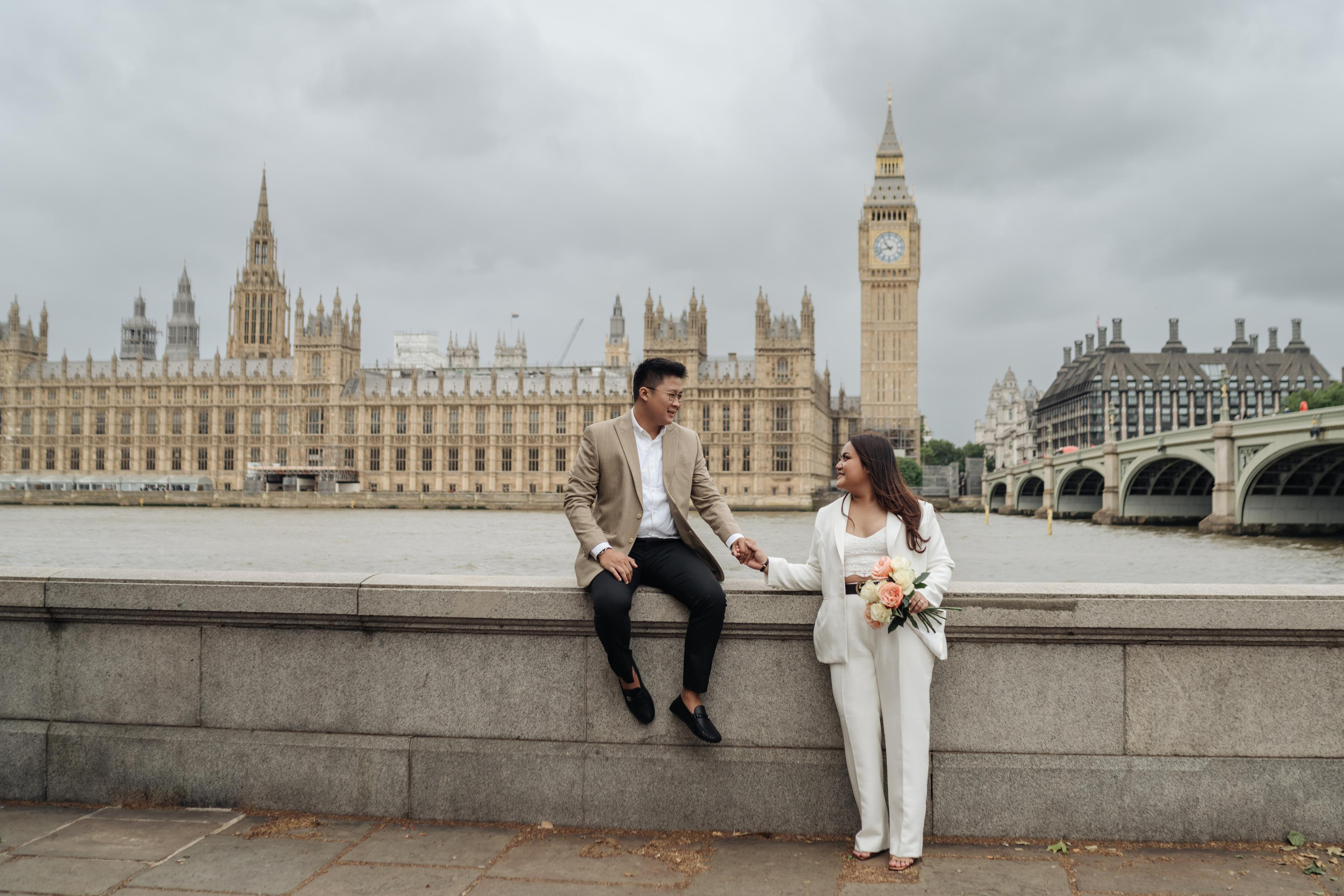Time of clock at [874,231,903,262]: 10:42
